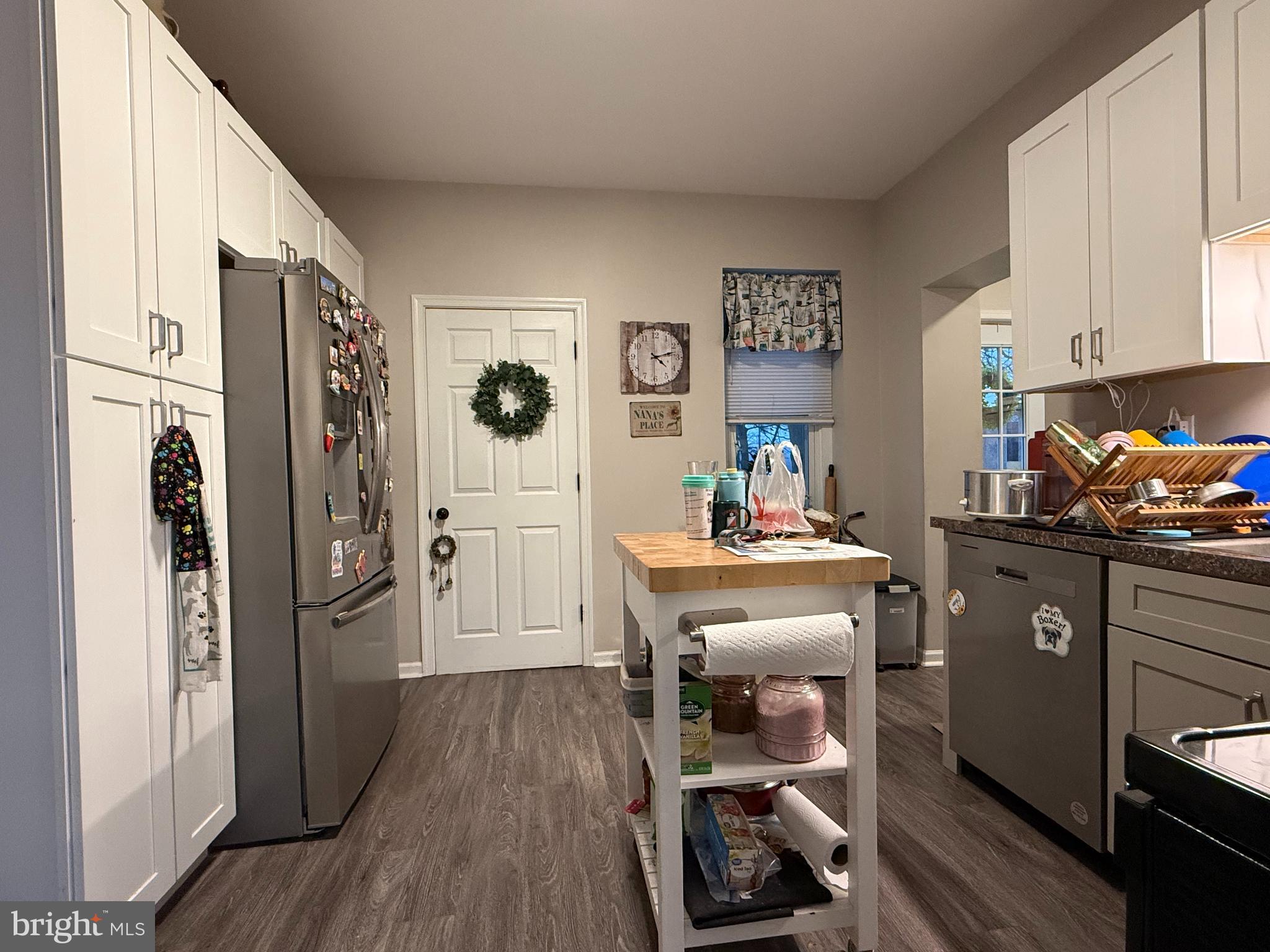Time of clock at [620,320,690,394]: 4:12
